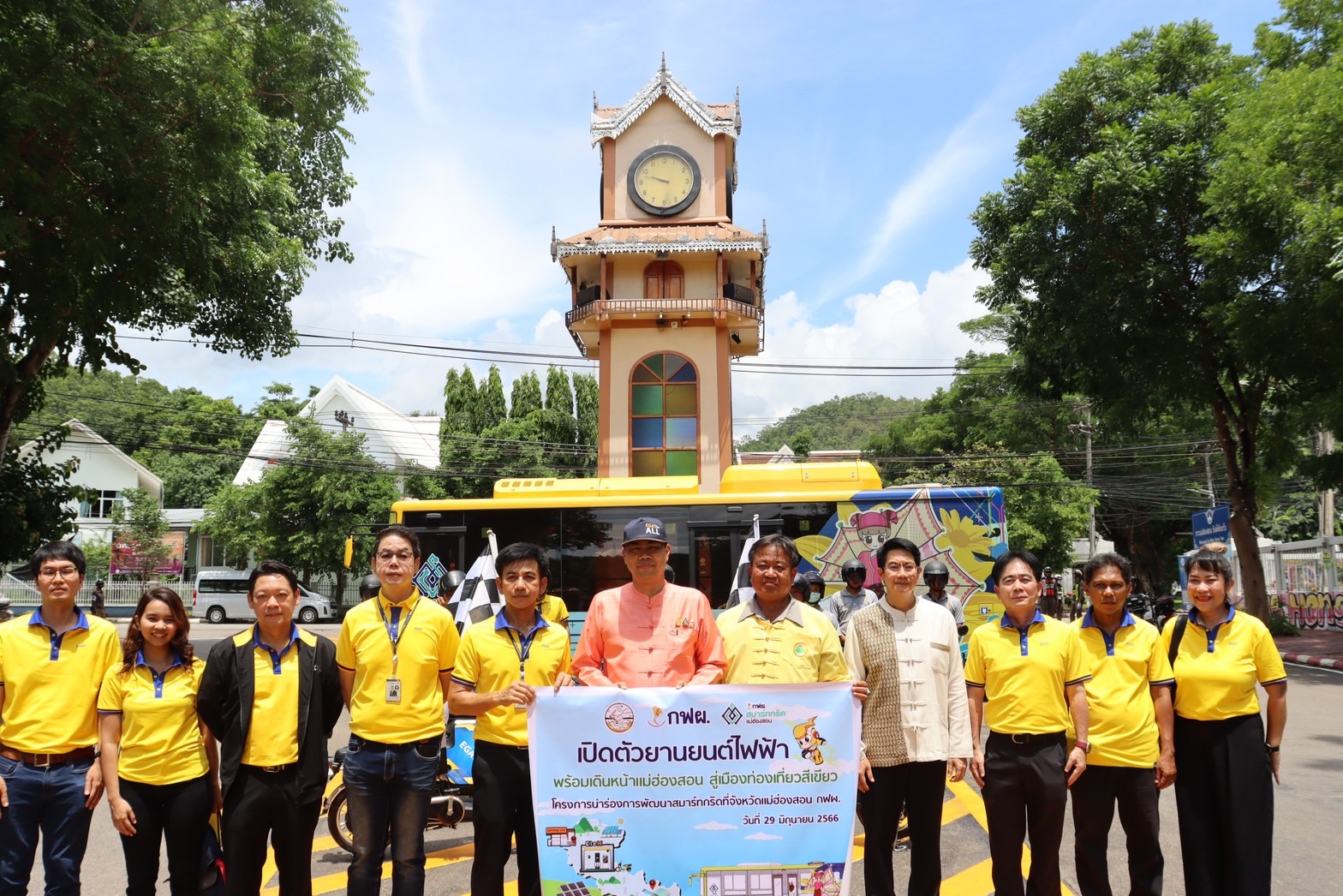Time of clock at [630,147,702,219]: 9:47
